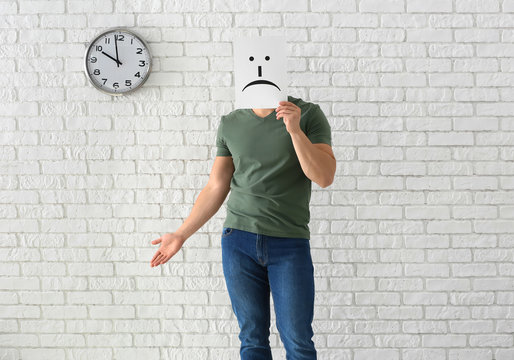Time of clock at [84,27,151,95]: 9:58
